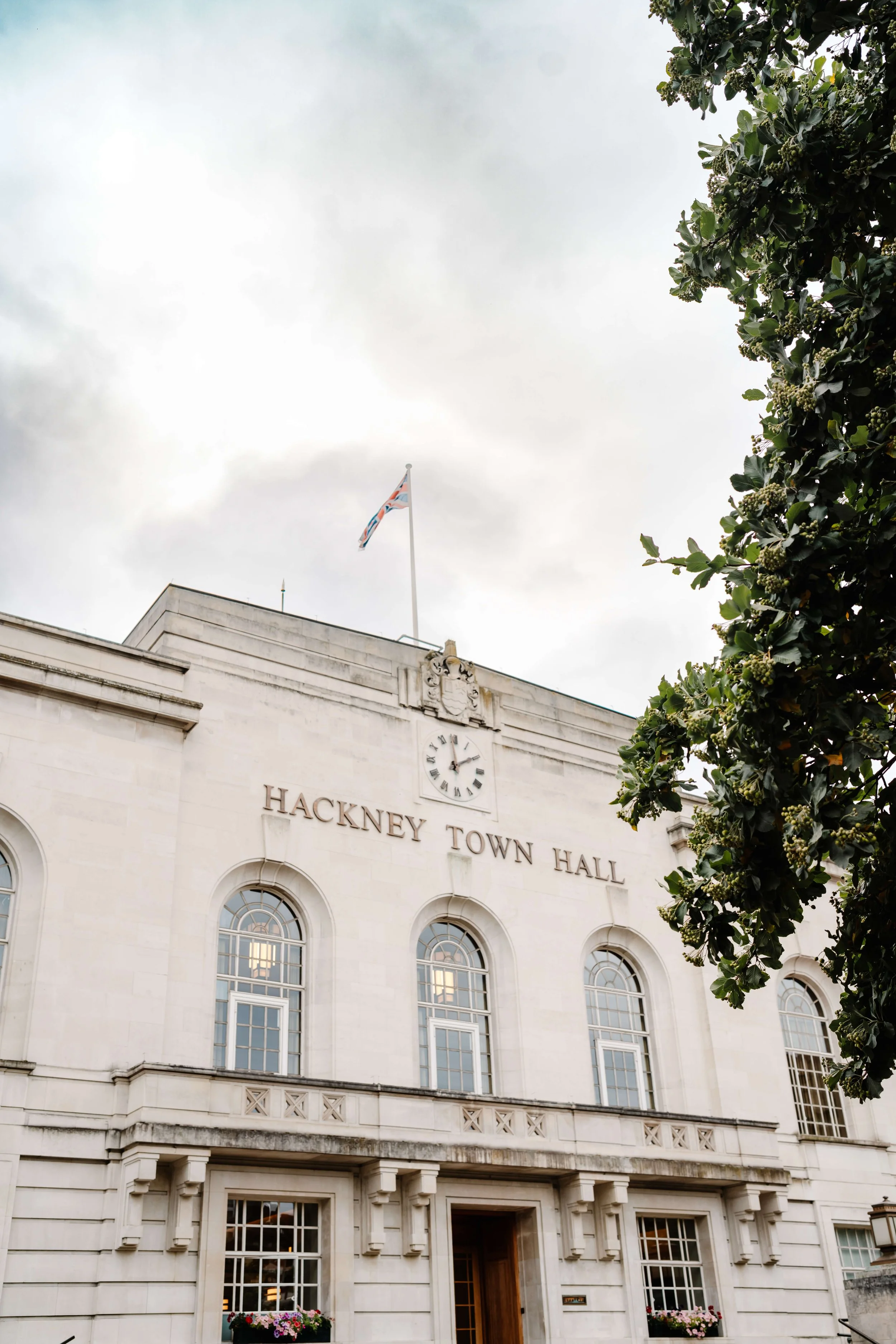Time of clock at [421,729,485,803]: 1:59
